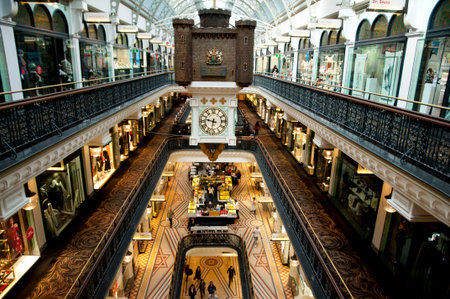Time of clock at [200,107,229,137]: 9:32
